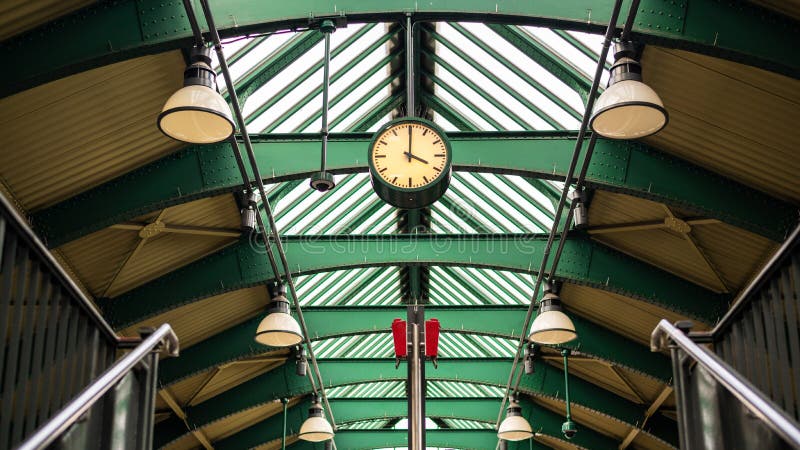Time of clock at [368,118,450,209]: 4:00
